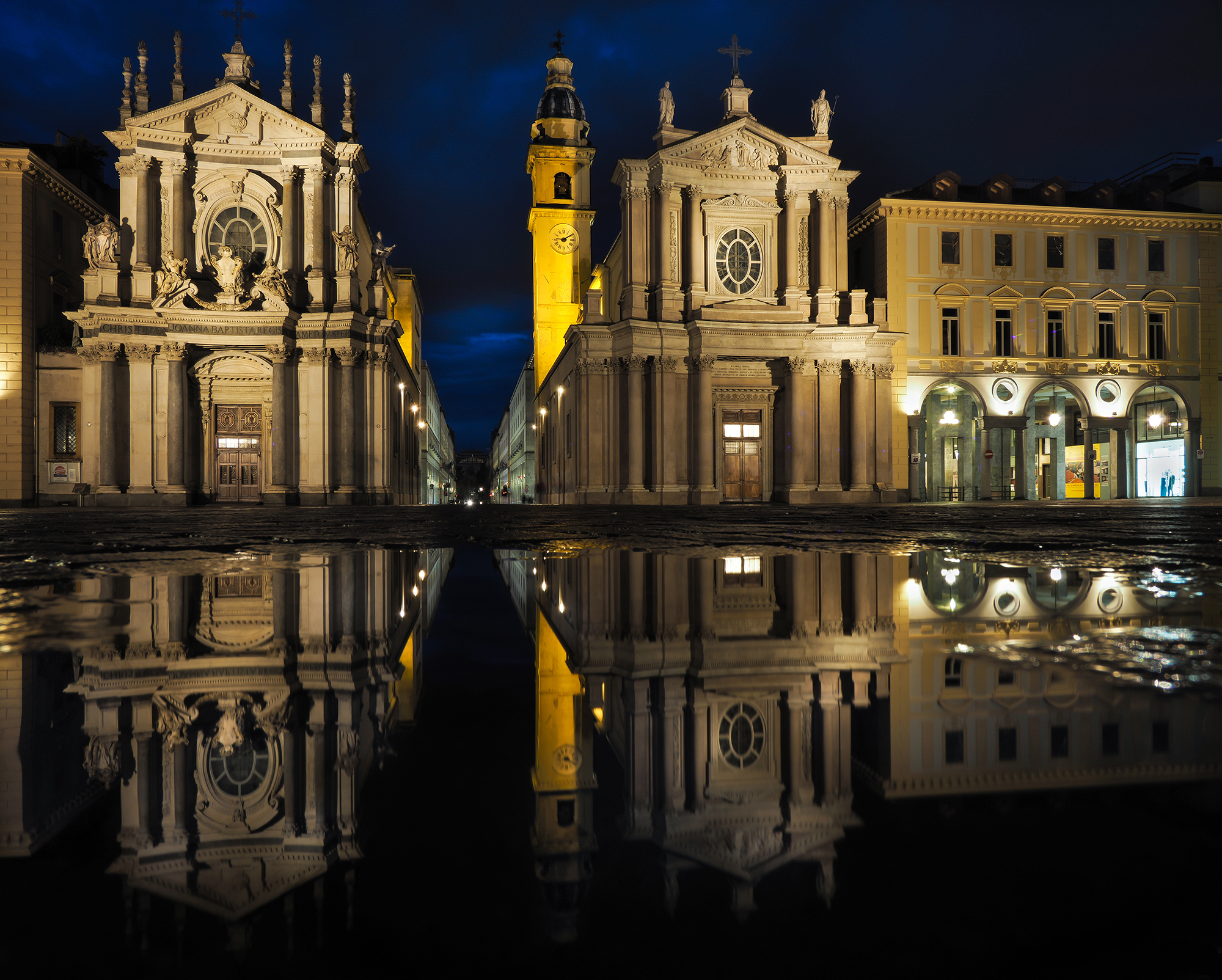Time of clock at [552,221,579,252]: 9:09
